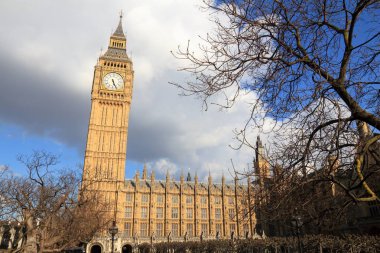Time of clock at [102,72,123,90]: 5:26
